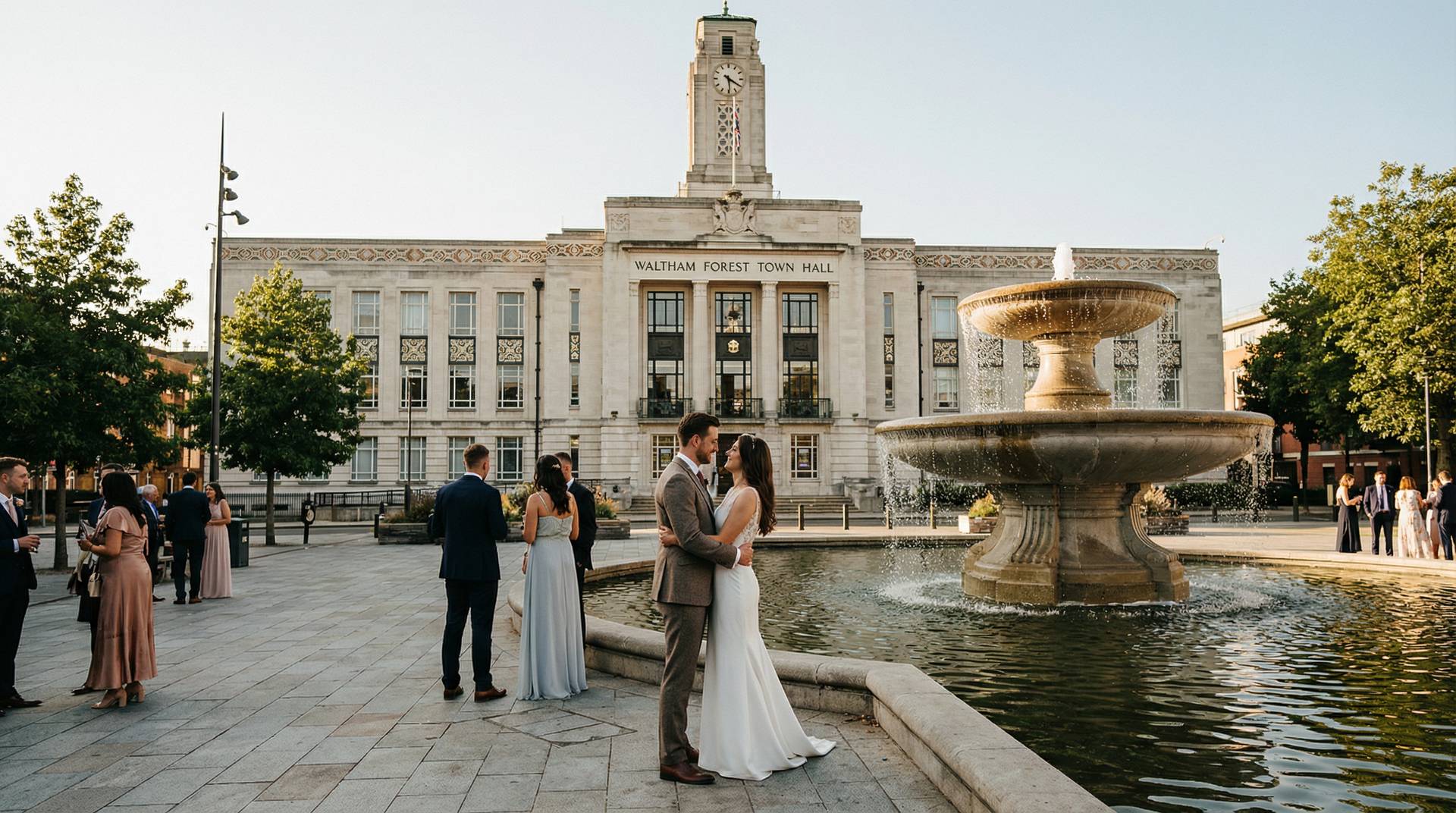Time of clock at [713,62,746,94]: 5:20
